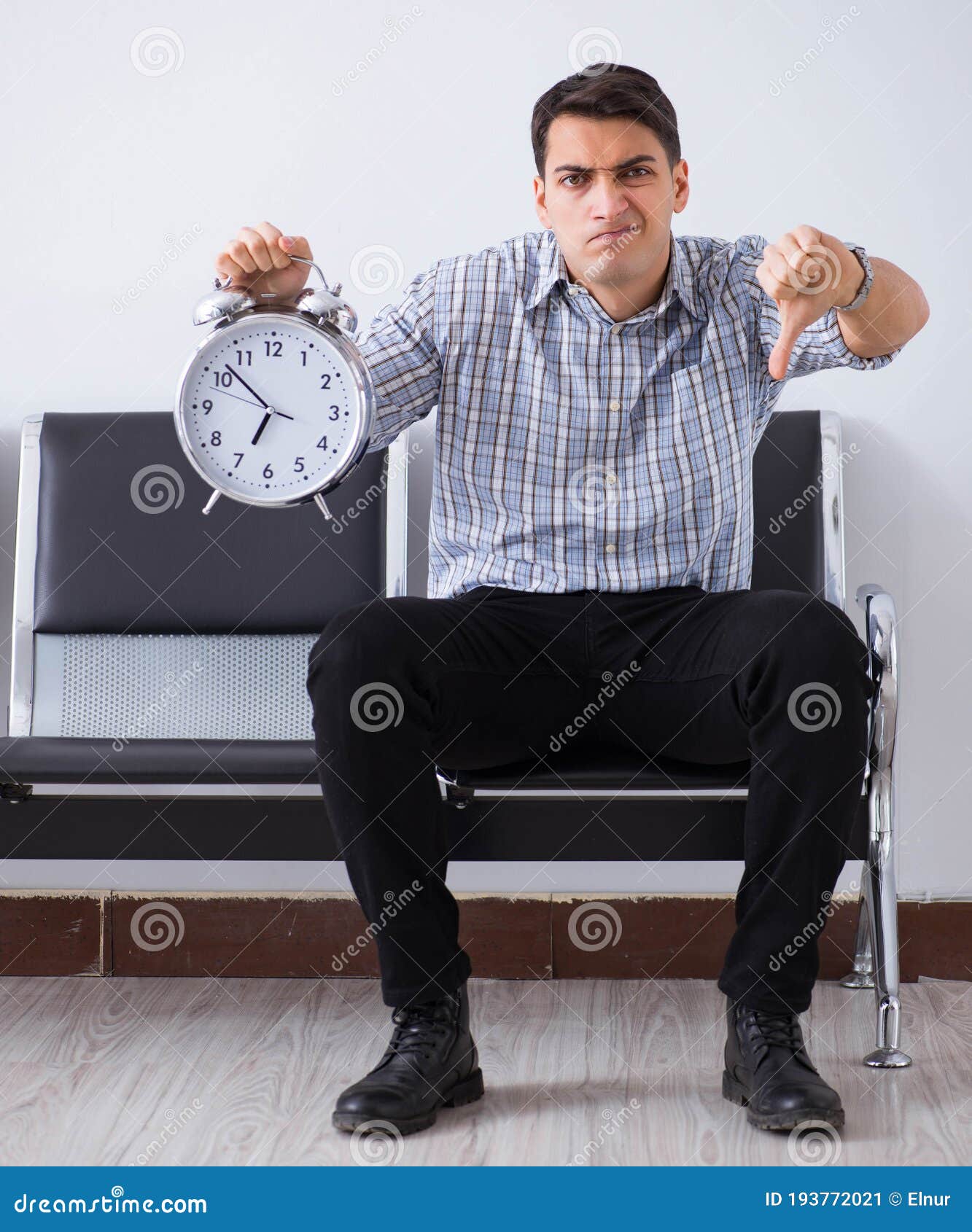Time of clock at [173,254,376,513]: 6:52
